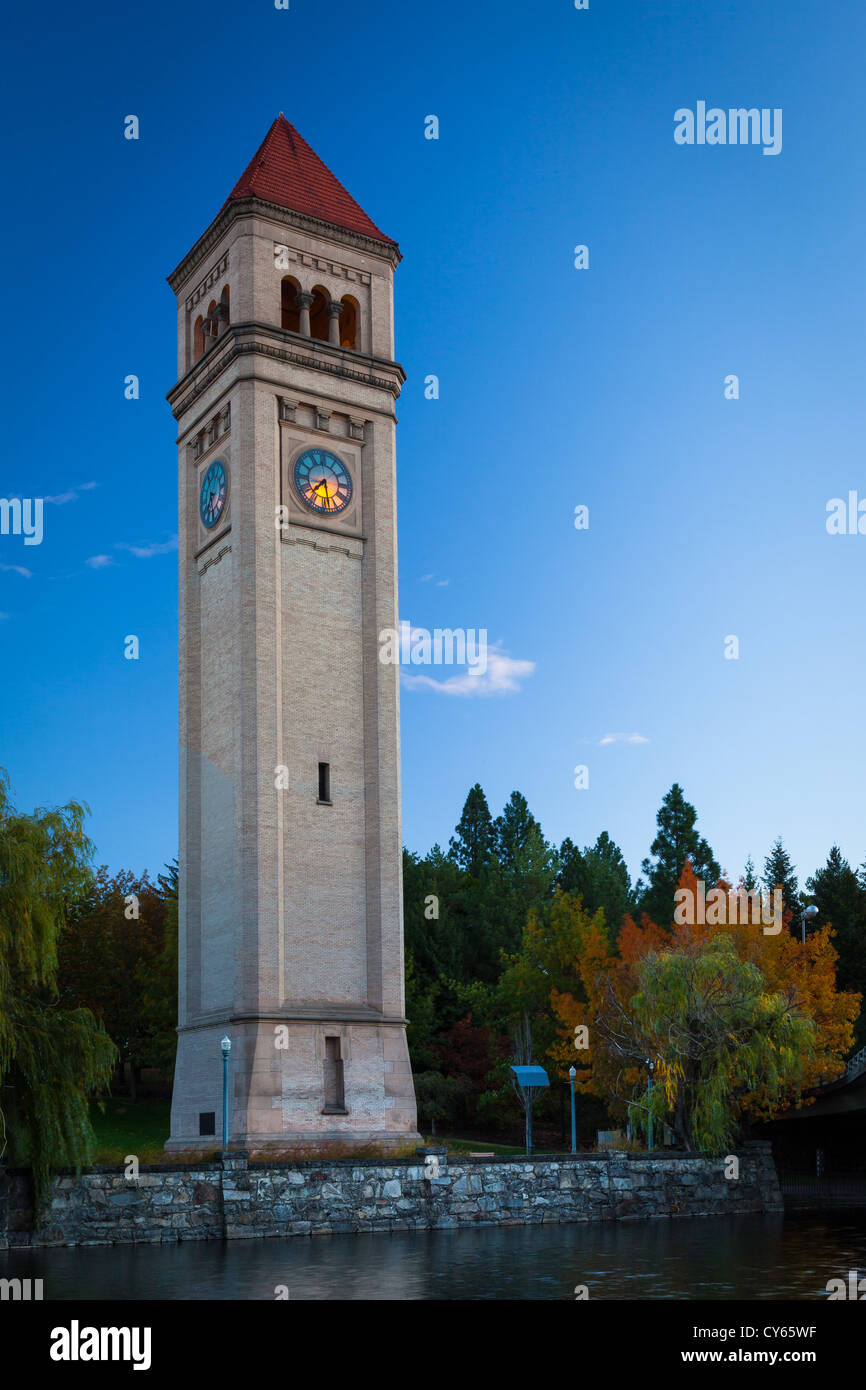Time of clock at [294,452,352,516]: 7:28
